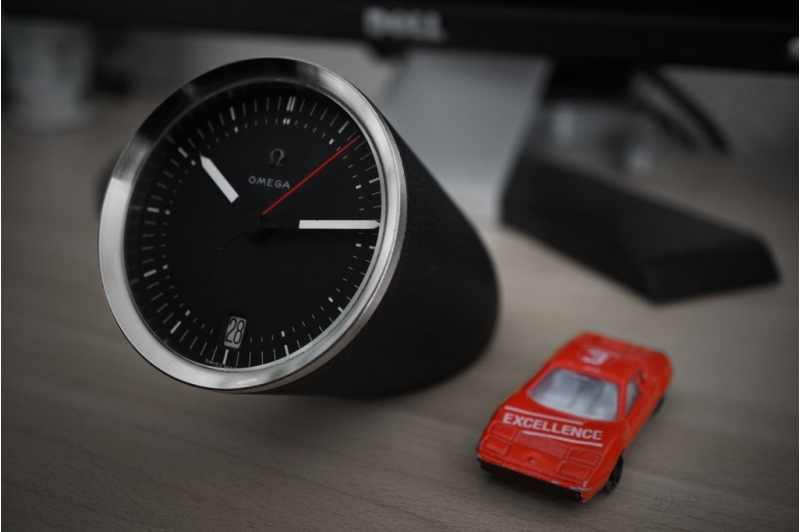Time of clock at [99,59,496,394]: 10:13
